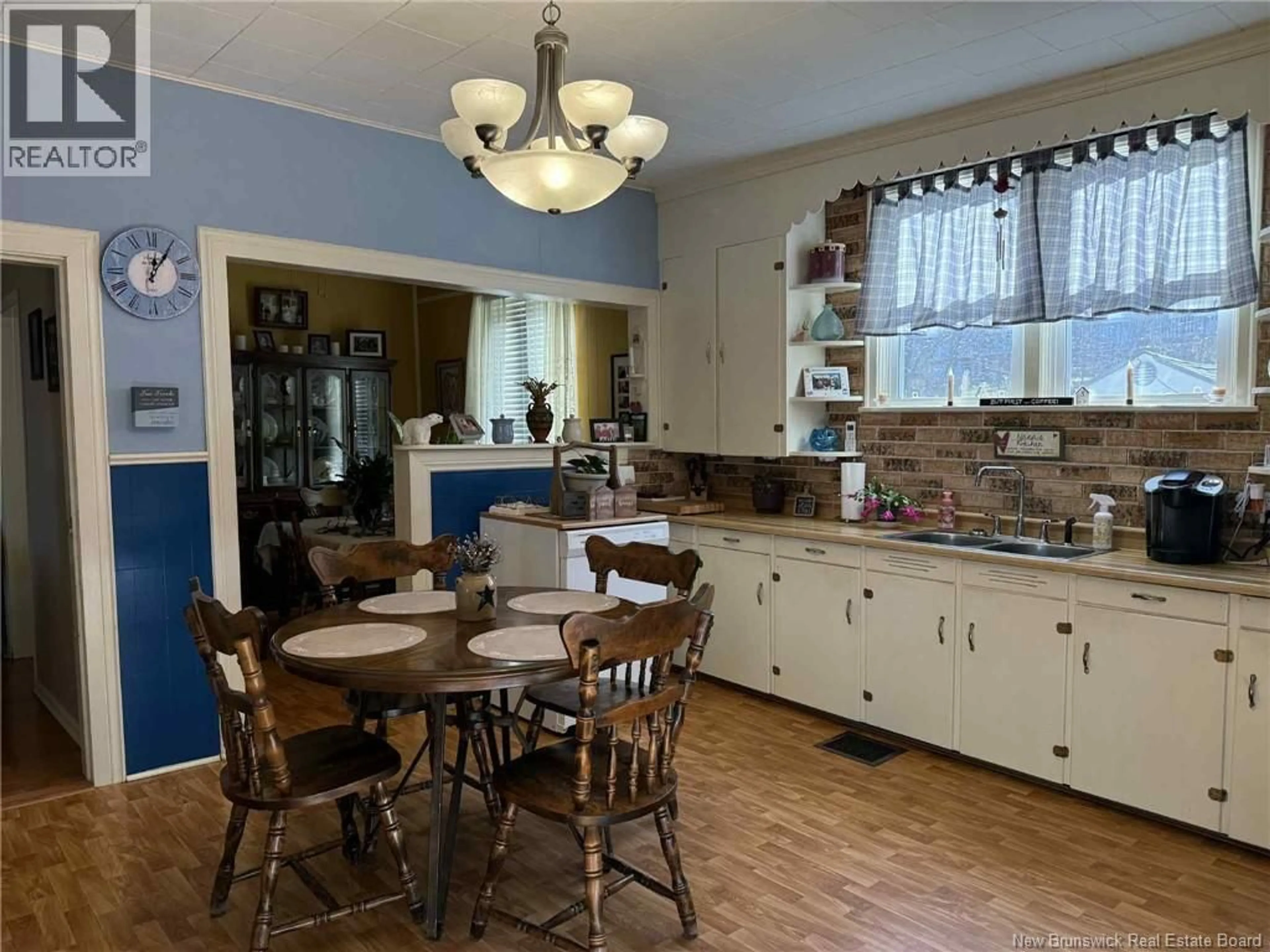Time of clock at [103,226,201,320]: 12:05
